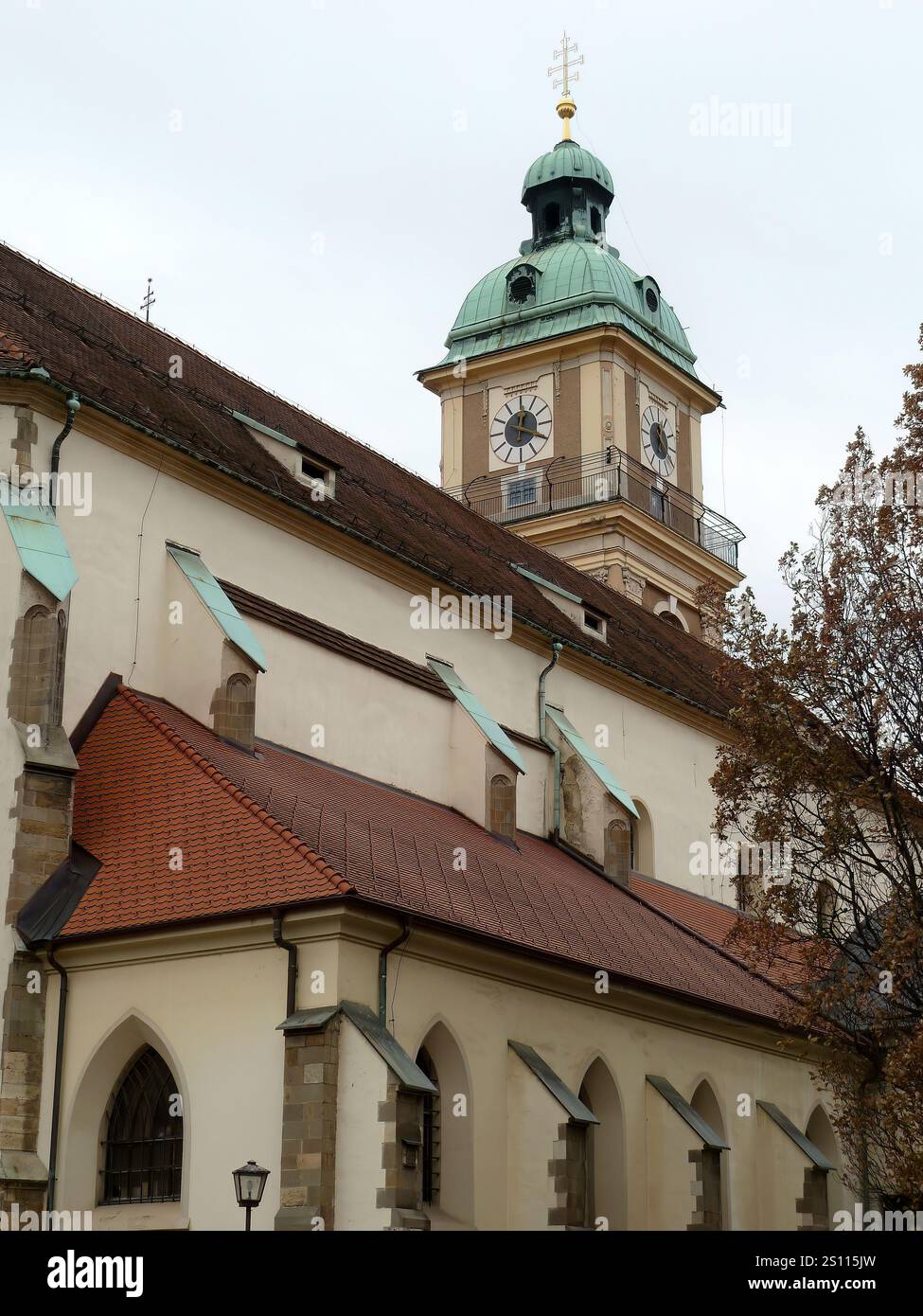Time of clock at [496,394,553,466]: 12:19
